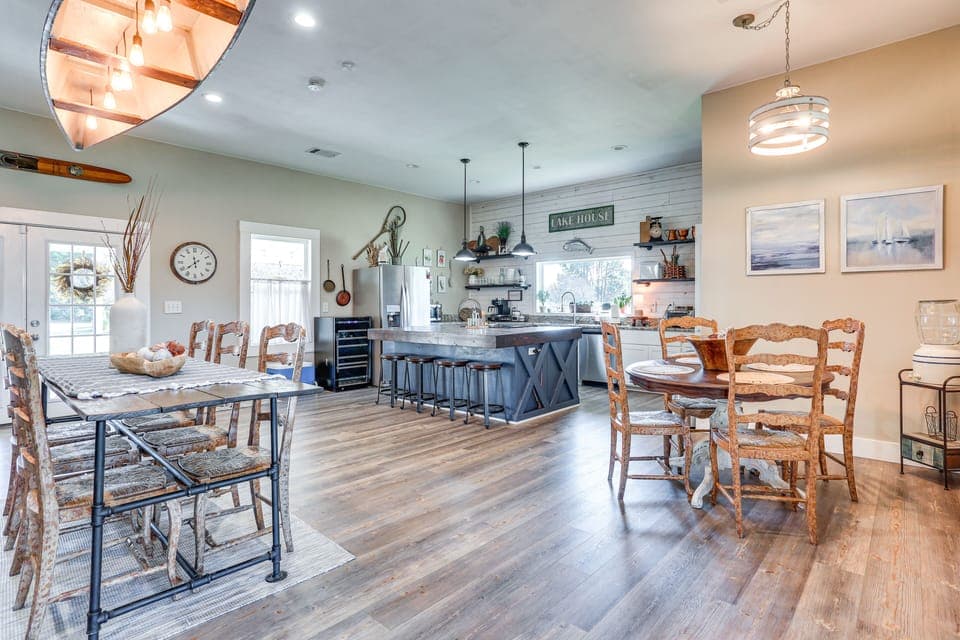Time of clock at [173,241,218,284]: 11:38
